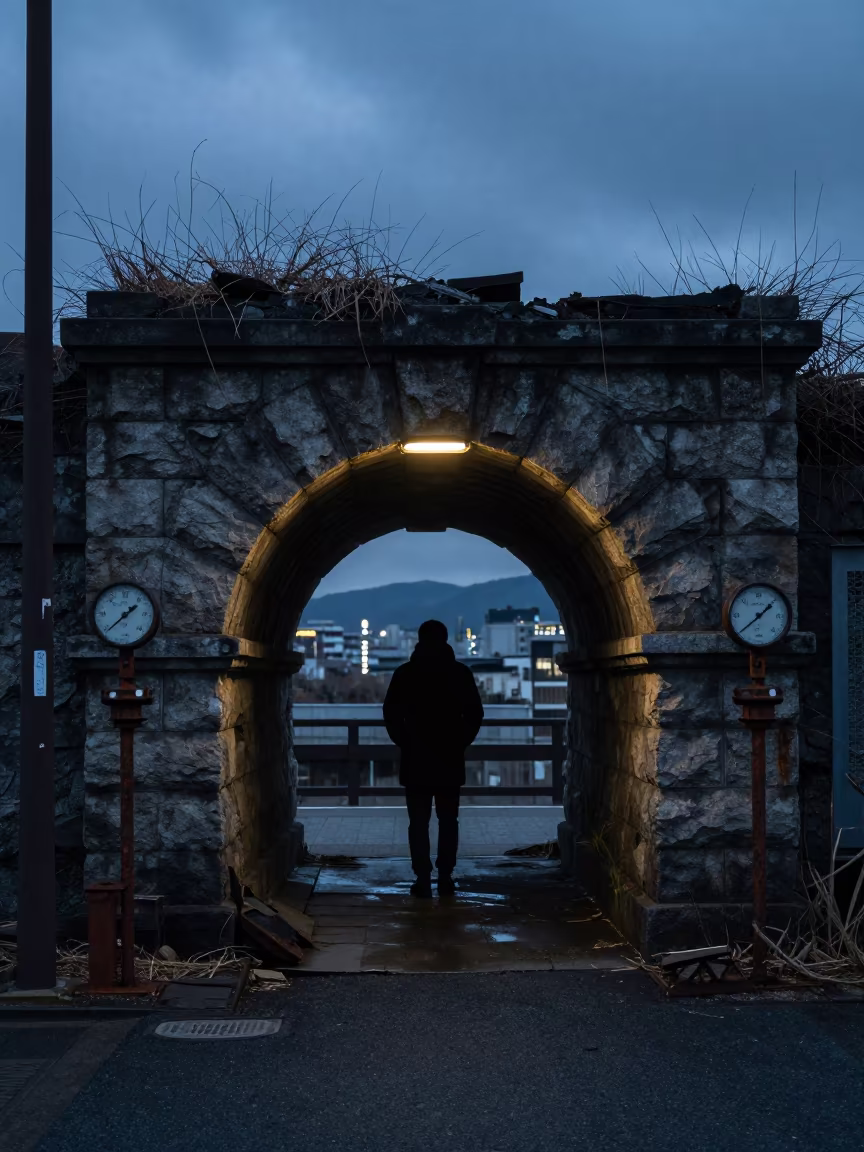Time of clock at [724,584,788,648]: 1:38
